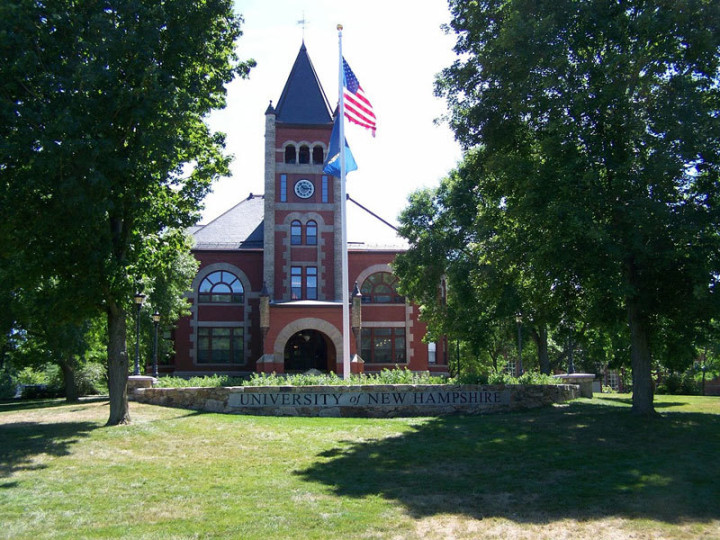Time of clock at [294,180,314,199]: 2:53
